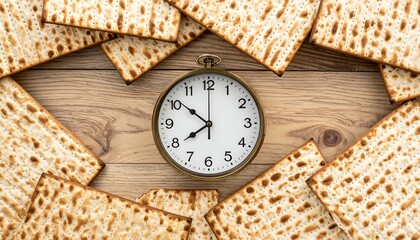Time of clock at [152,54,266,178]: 7:51
